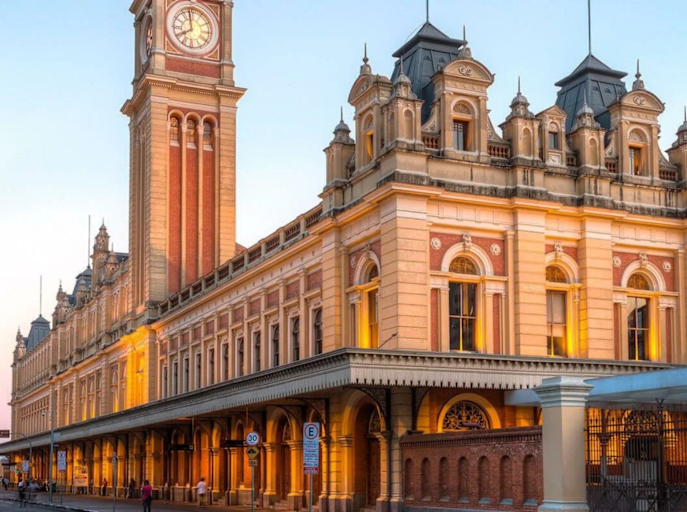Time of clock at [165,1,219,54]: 7:58
